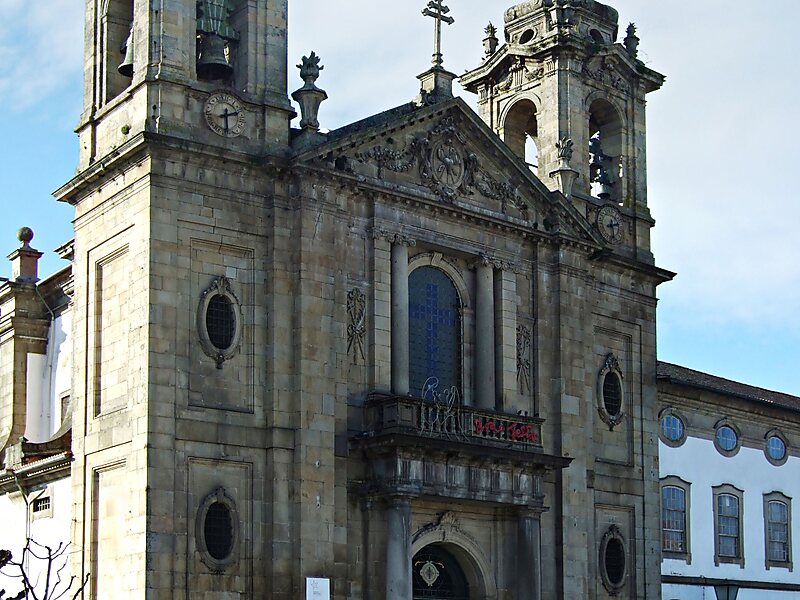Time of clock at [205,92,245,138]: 2:29
